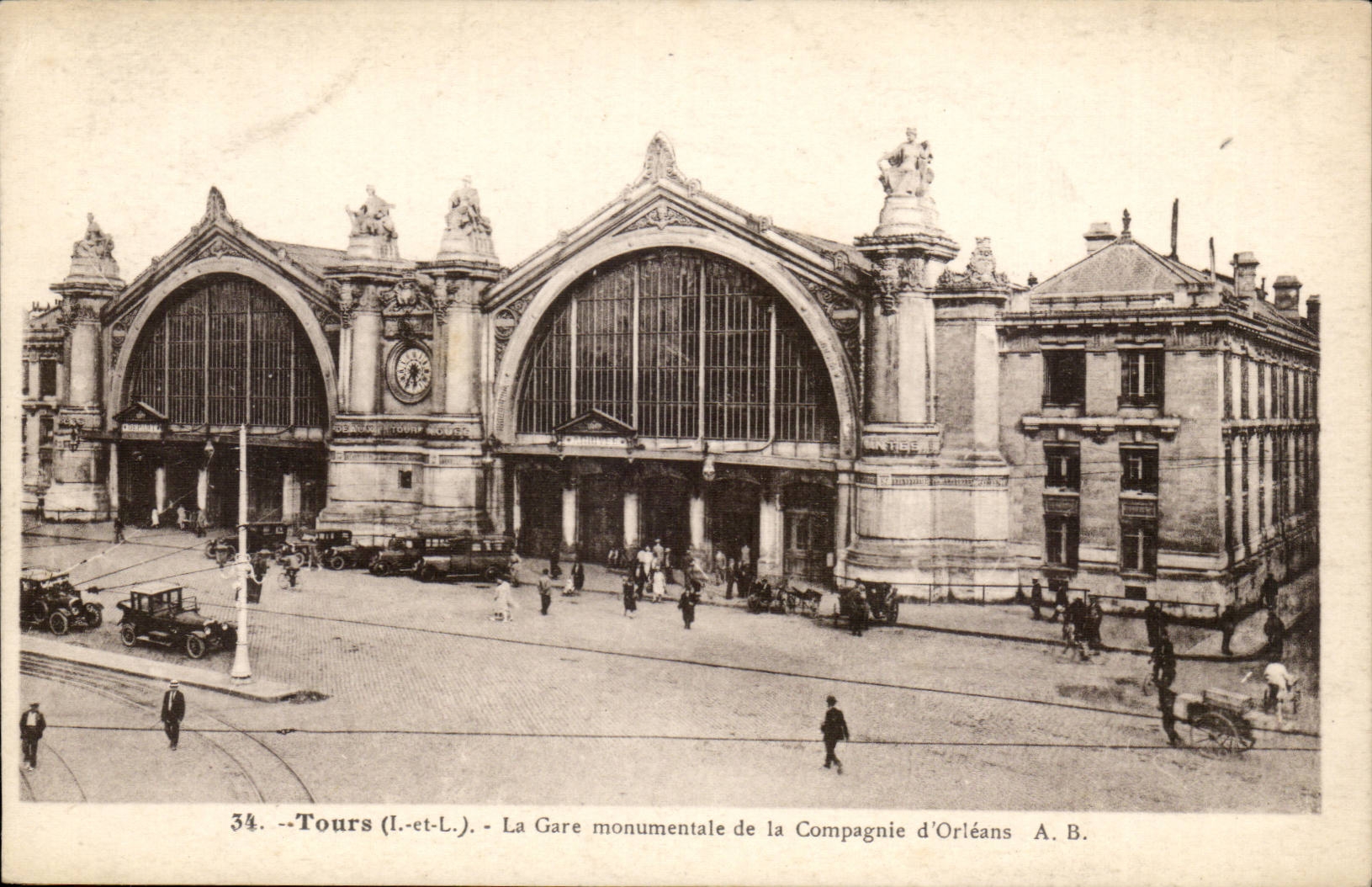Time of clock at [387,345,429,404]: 5:35
